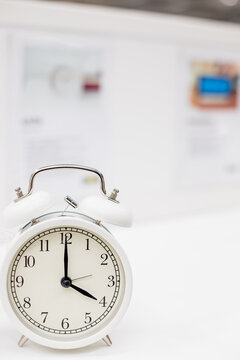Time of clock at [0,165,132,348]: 4:00
